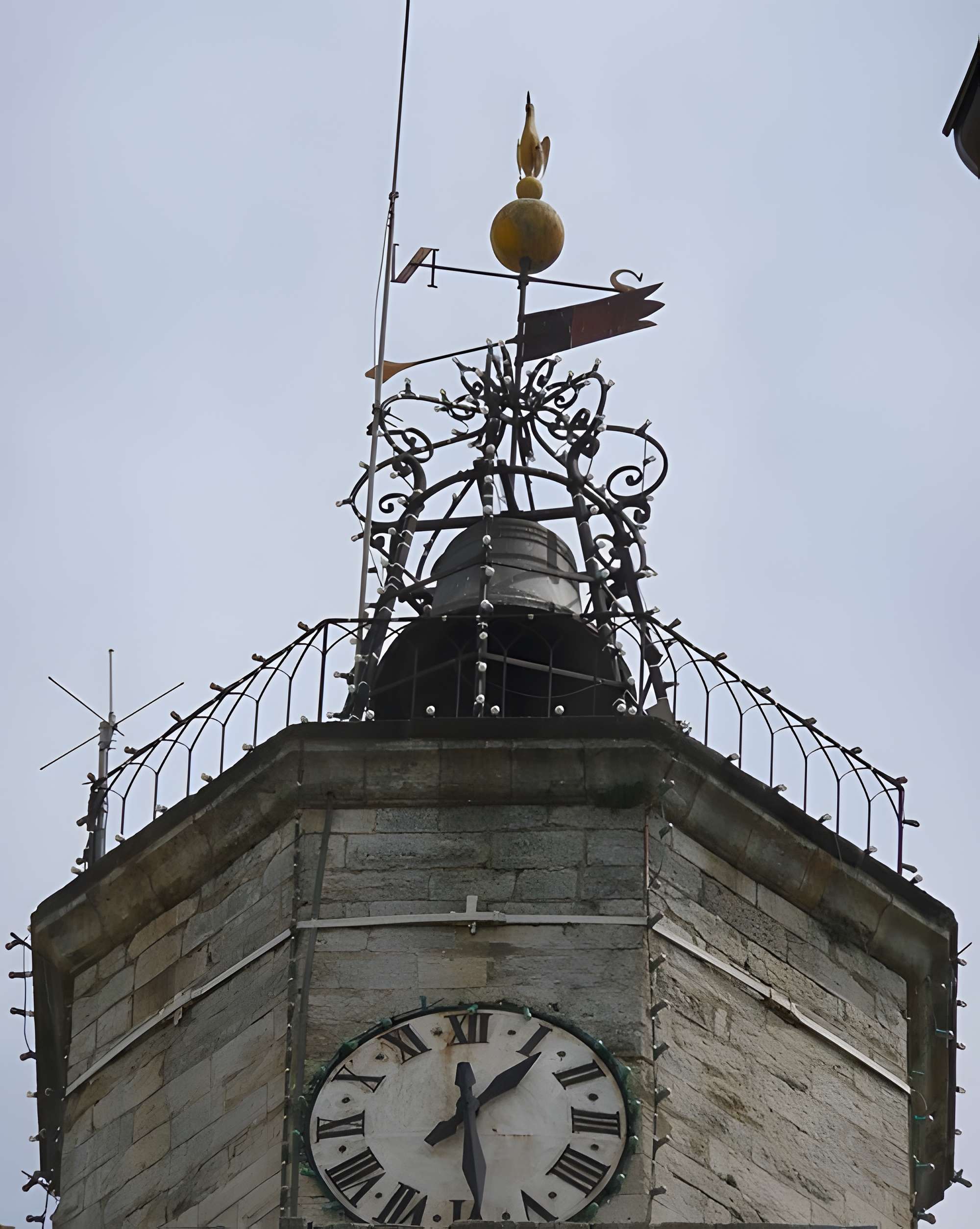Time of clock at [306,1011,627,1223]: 1:28
